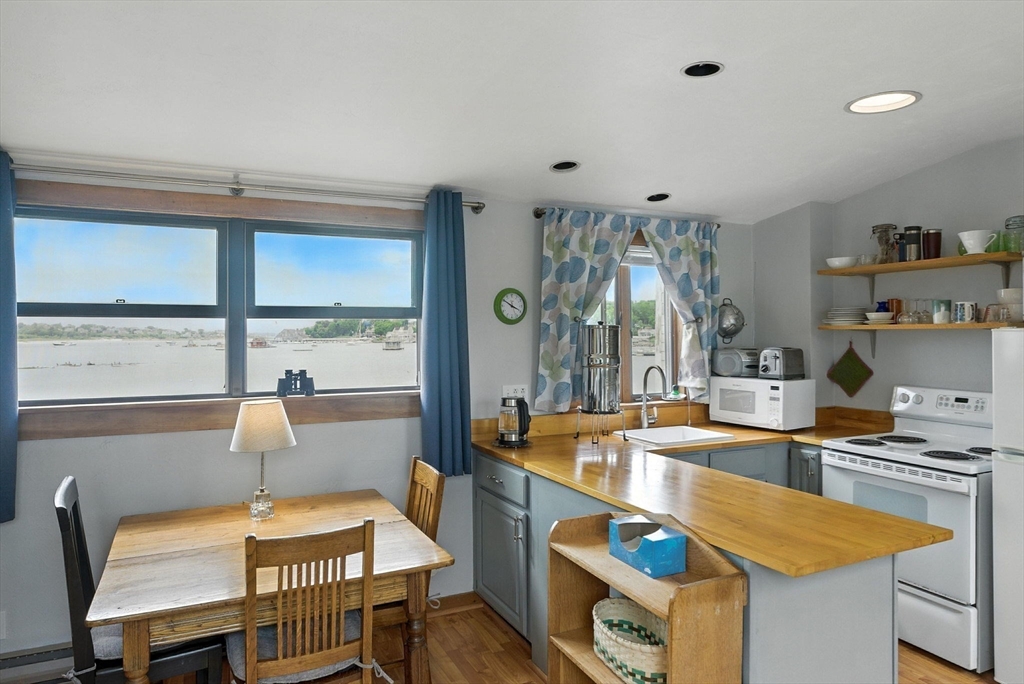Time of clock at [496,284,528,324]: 3:50
